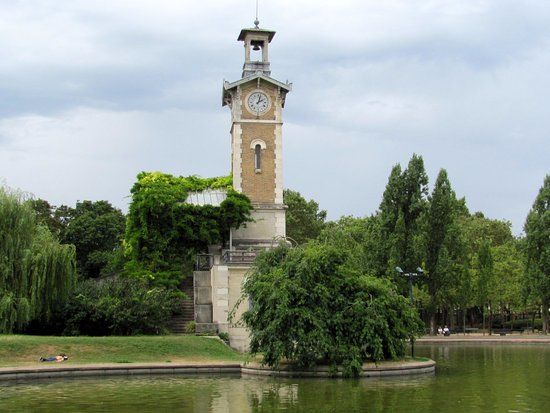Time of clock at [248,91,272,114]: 2:02
